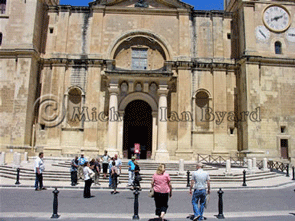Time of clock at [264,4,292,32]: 8:11
